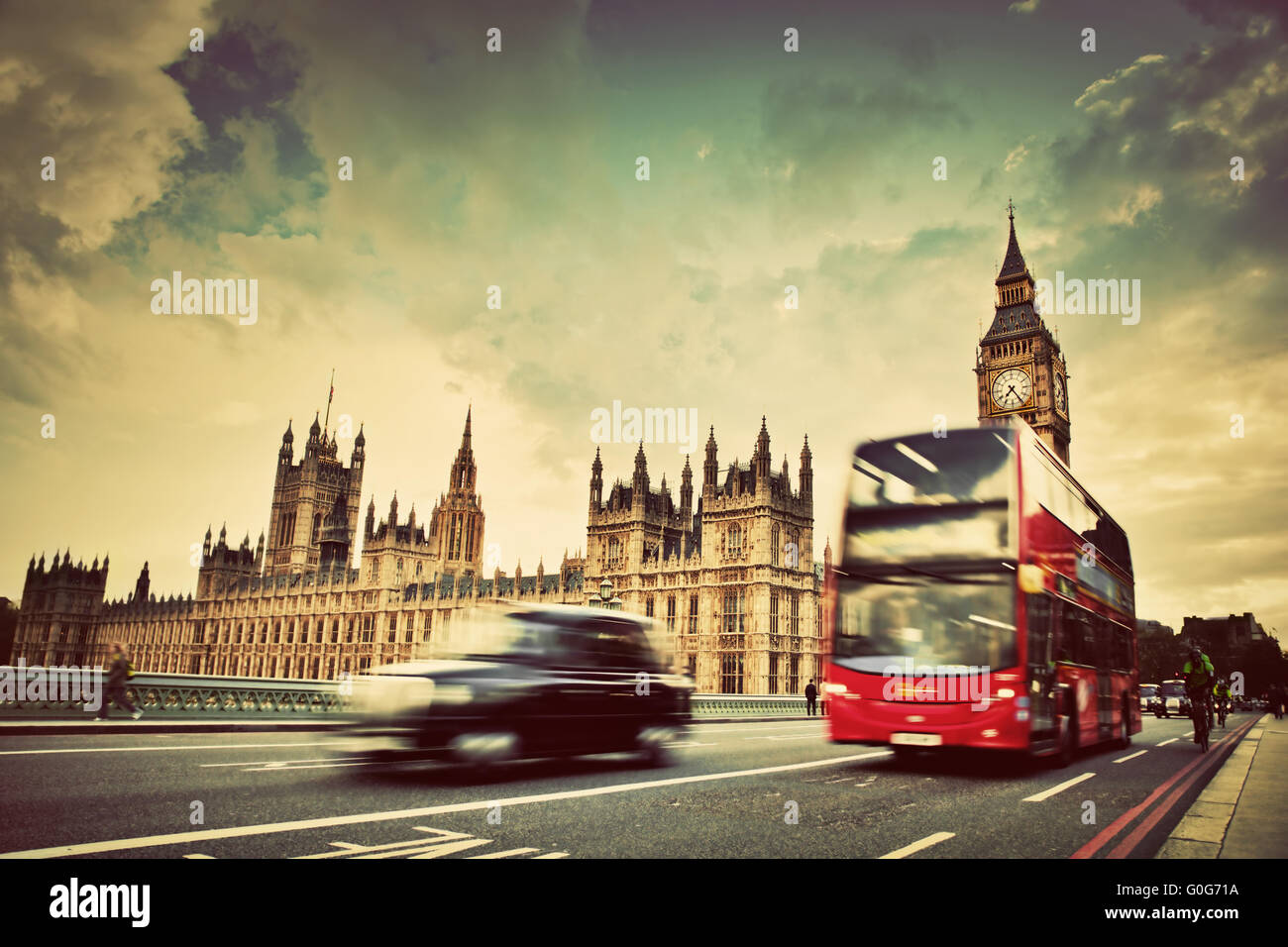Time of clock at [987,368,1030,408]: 7:24
